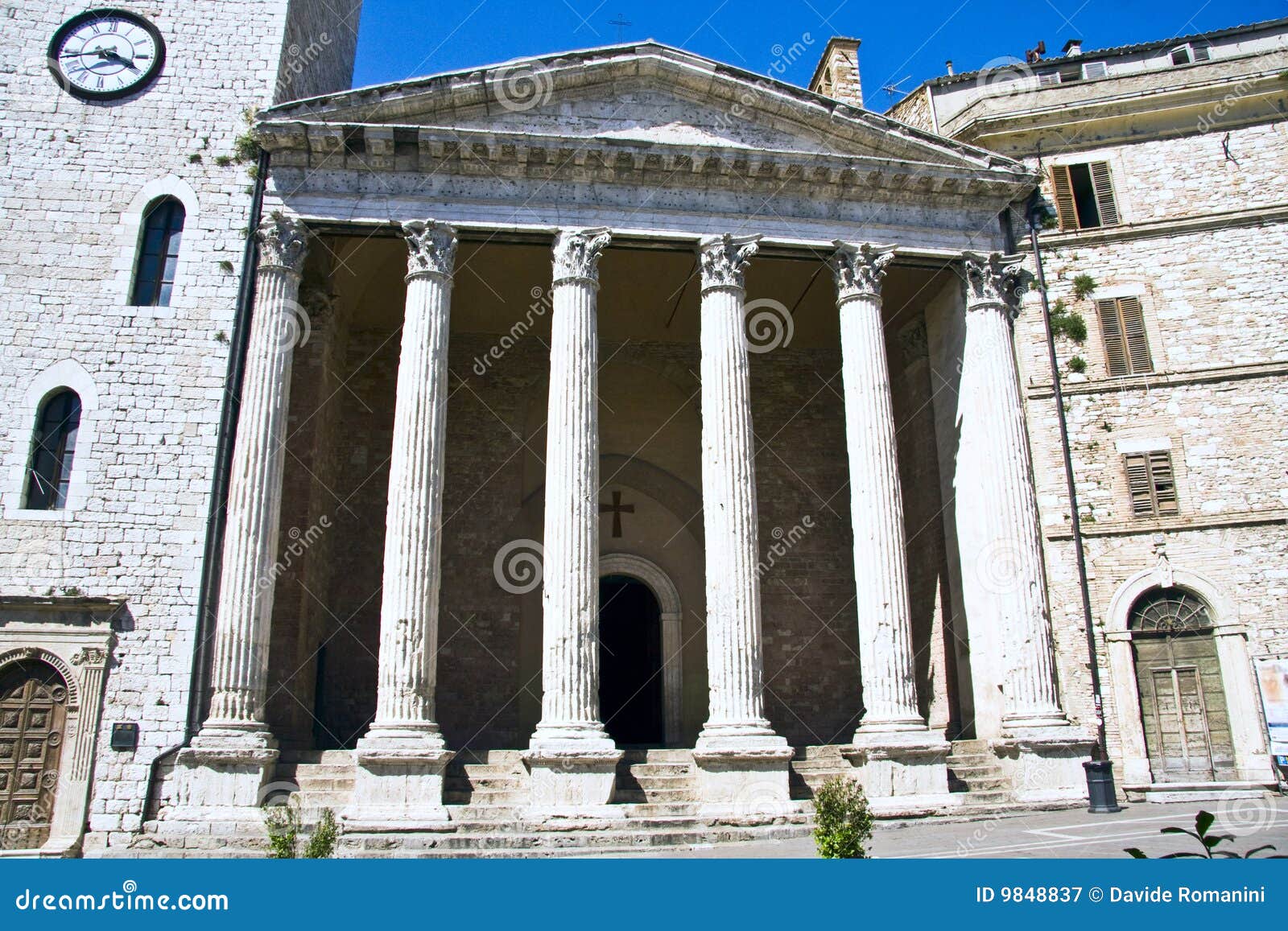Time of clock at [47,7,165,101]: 3:43
